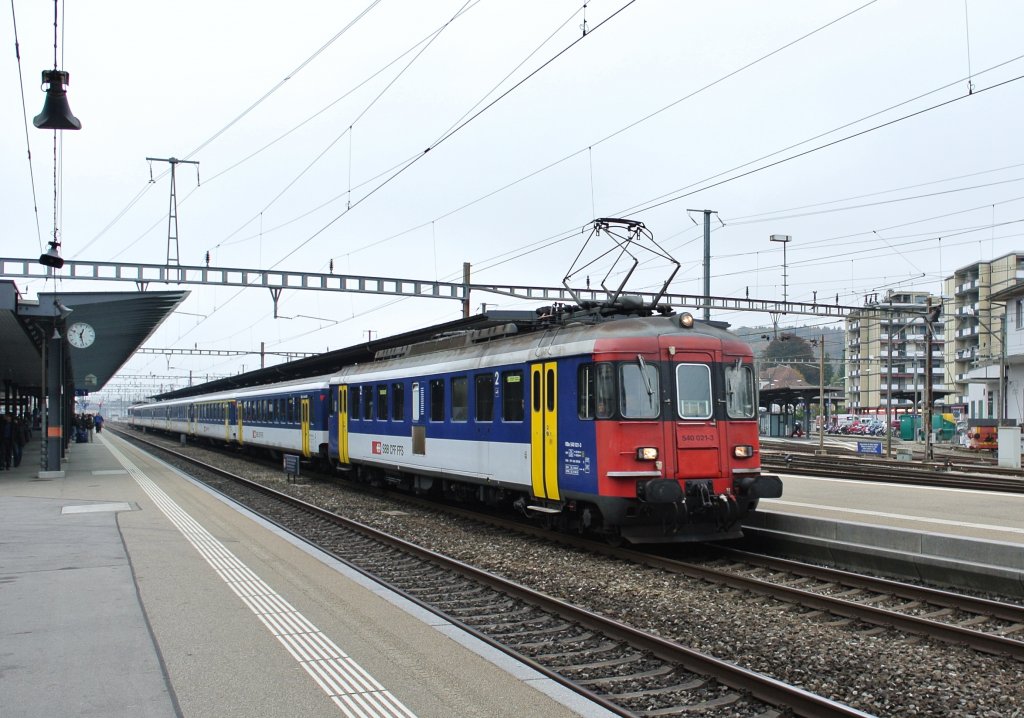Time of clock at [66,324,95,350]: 12:27
